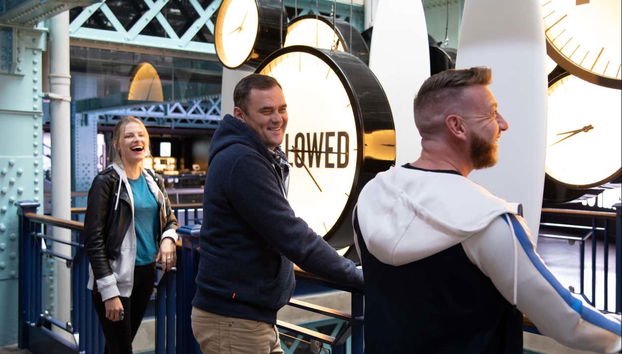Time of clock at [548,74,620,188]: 8:41
